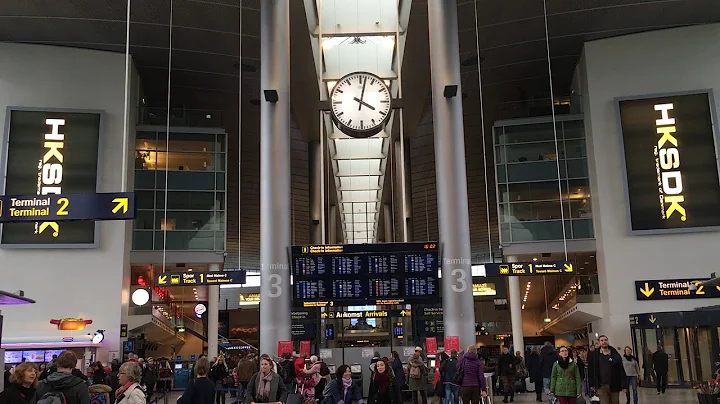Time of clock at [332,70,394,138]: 4:02
